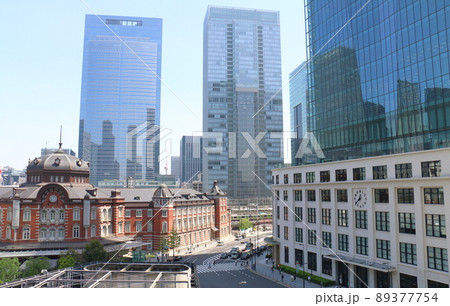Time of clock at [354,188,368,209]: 12:38
